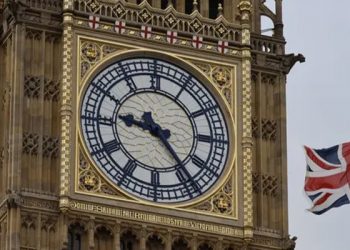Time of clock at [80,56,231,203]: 9:23
